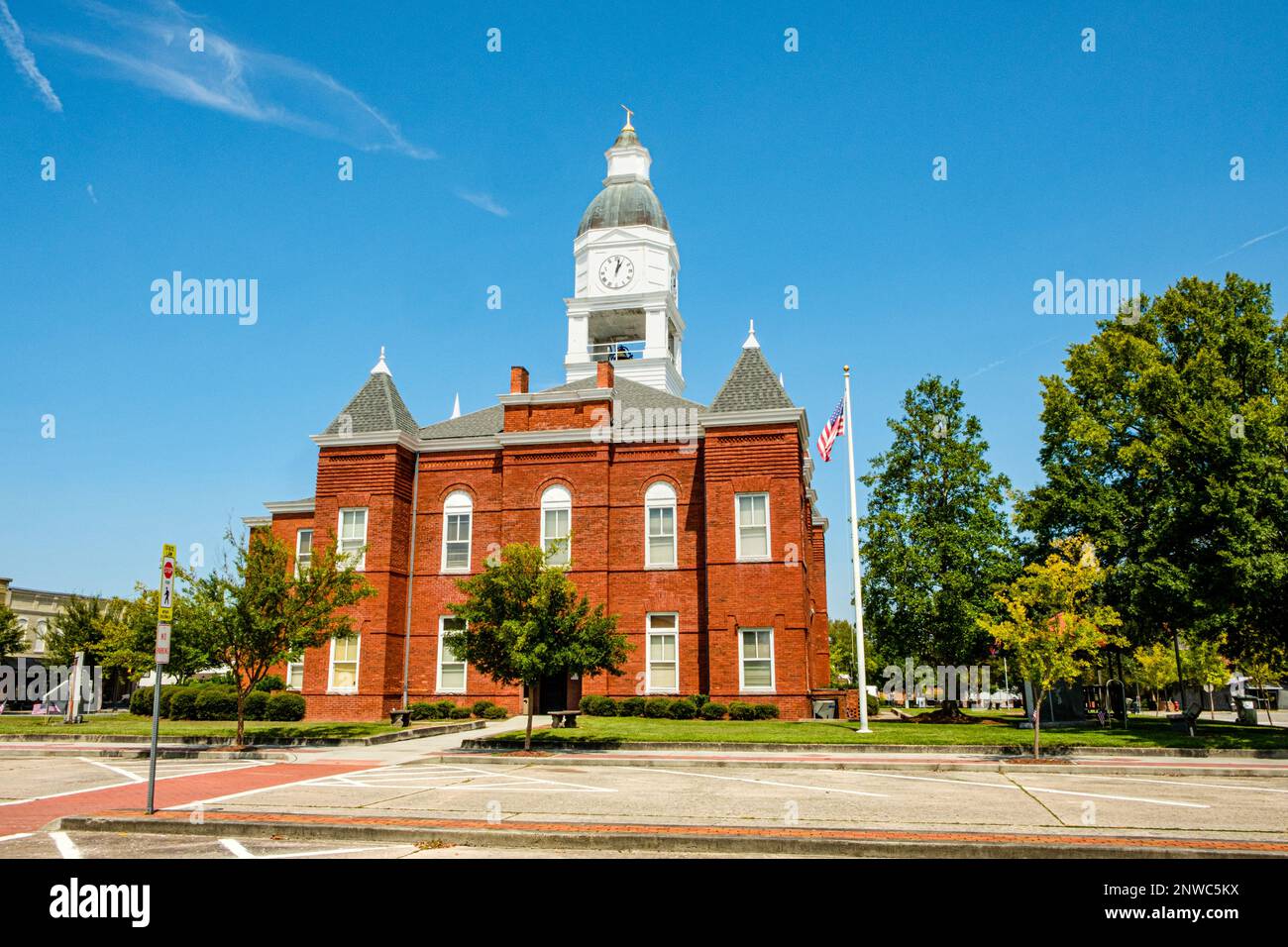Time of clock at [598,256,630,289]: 1:02
